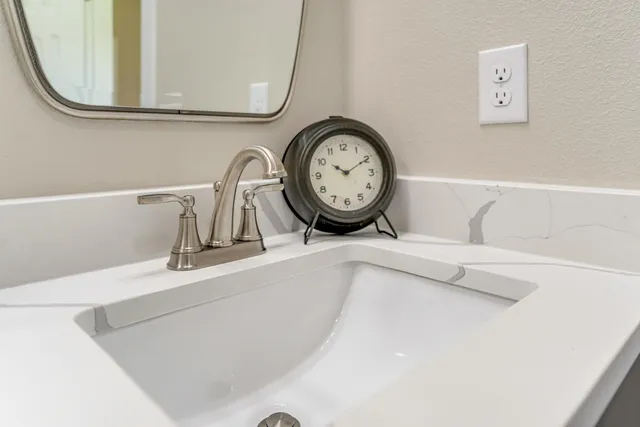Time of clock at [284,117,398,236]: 10:09
